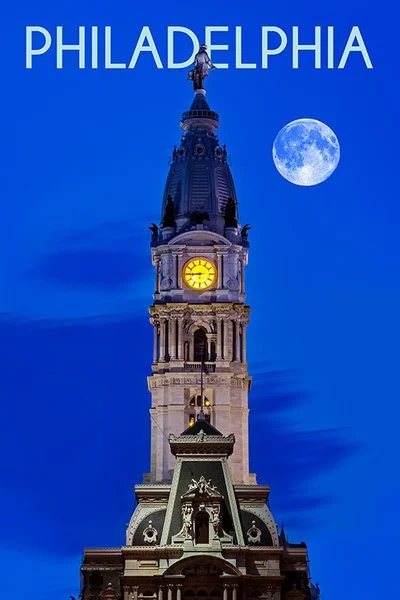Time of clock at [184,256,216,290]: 5:44
